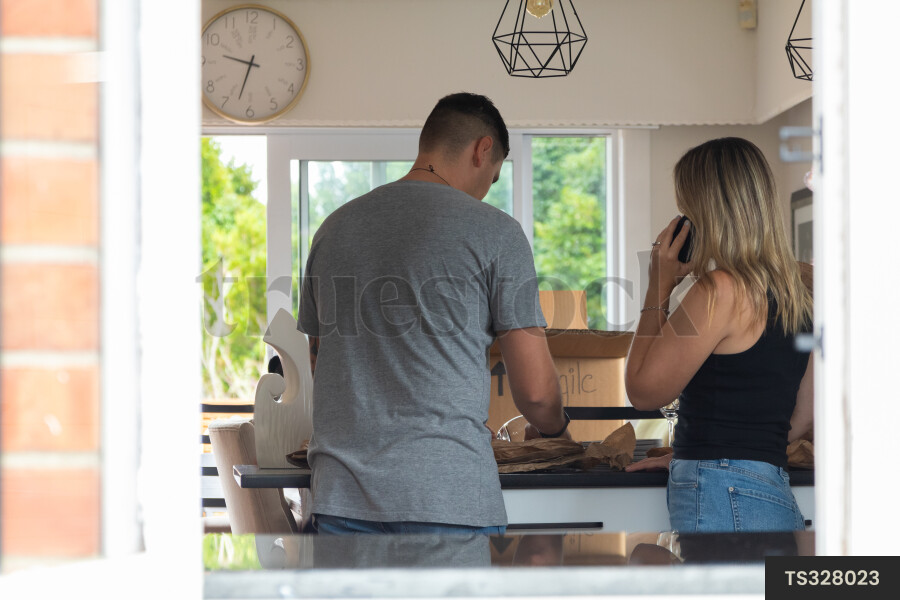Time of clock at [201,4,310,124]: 9:32
